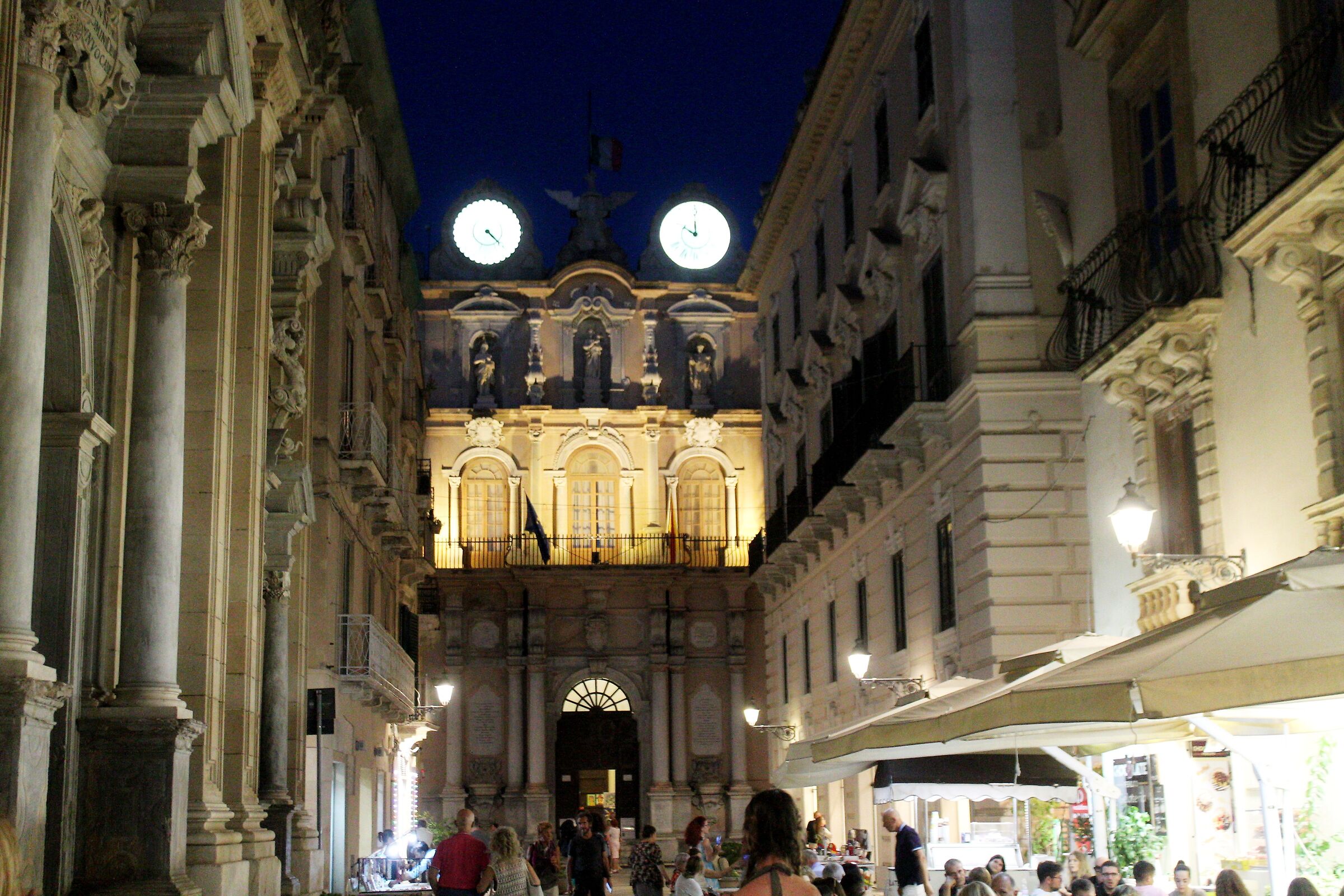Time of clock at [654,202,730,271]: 10:00
